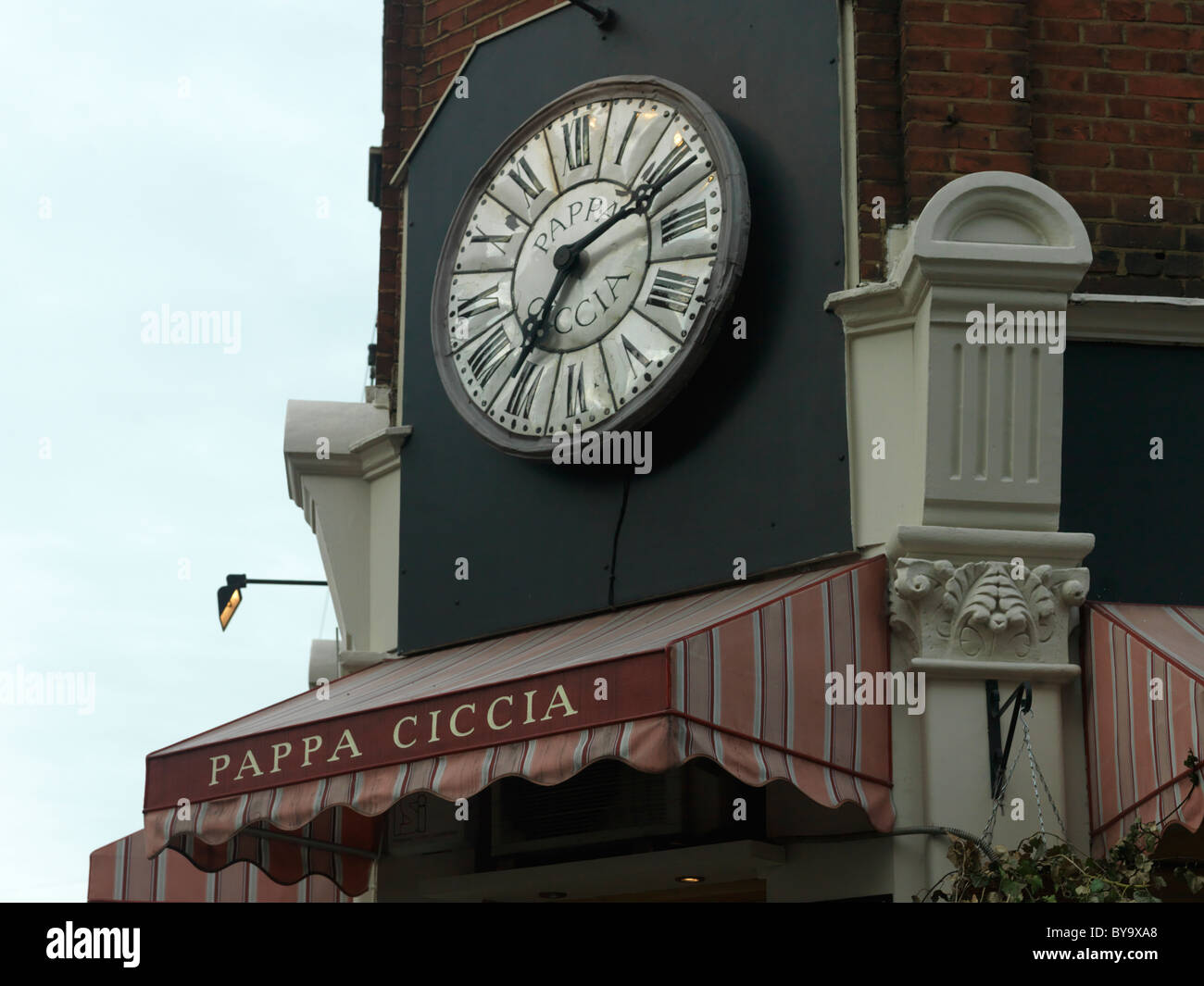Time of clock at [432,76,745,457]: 7:11
